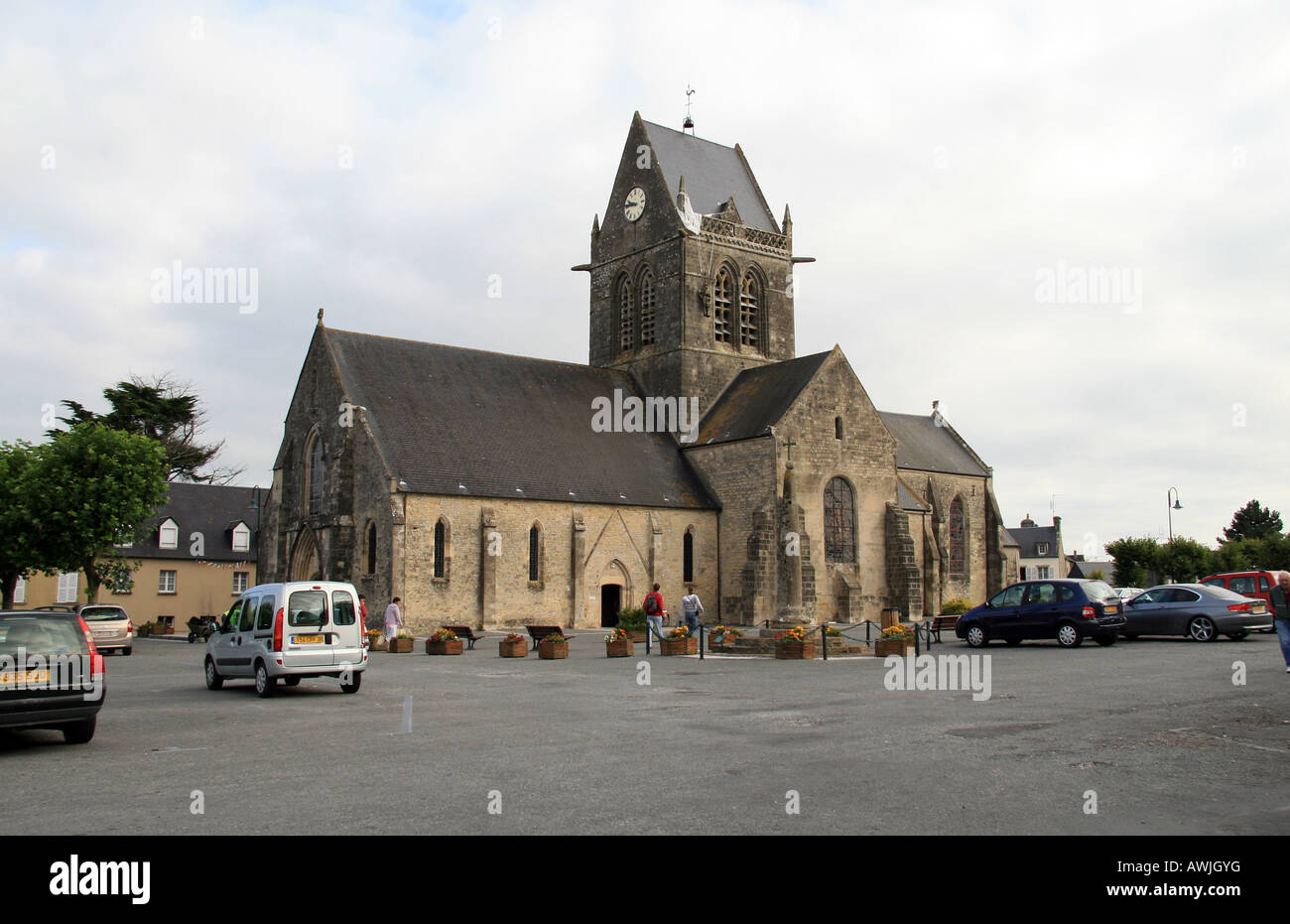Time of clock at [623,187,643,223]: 9:45
